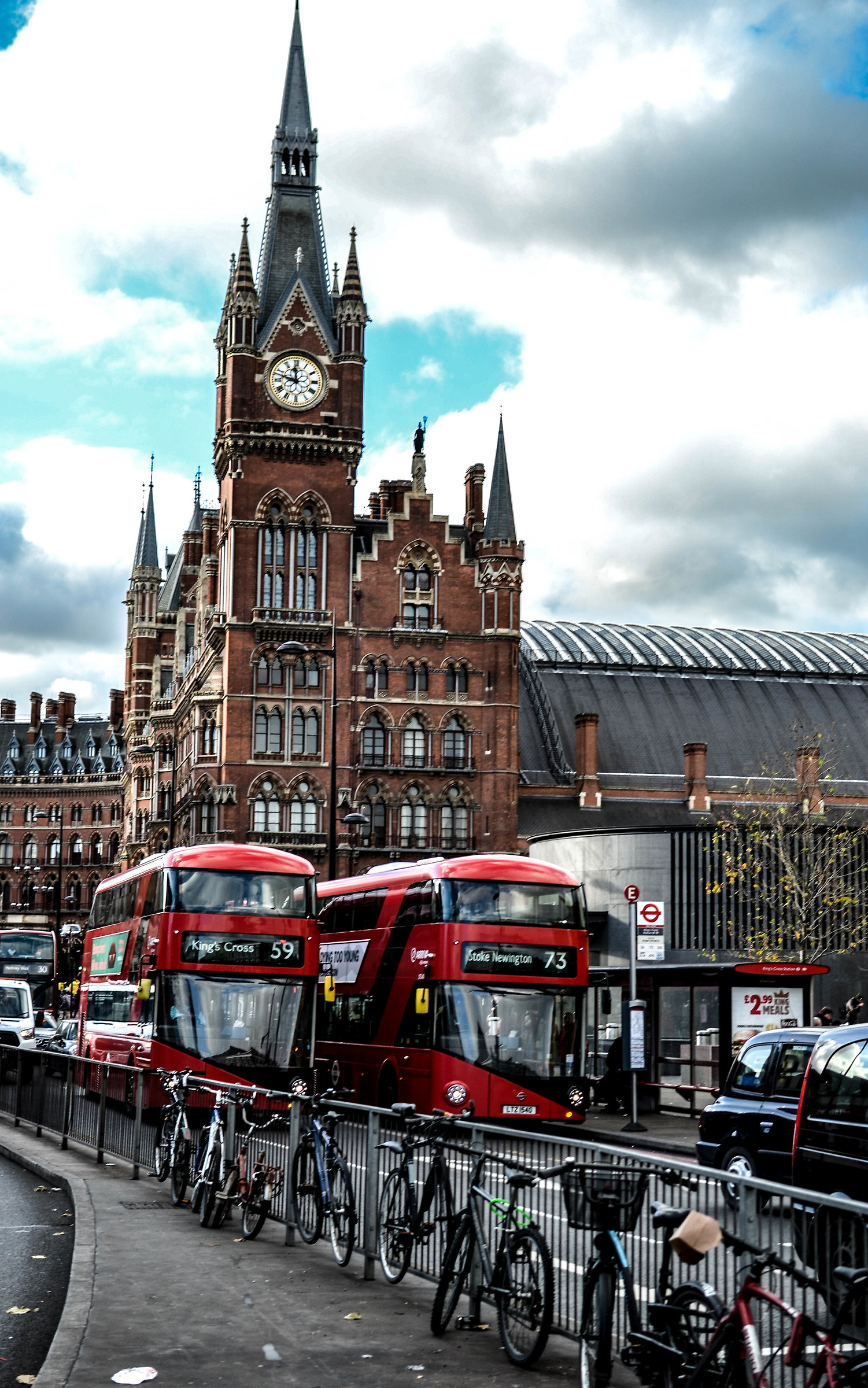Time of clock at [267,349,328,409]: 11:47
